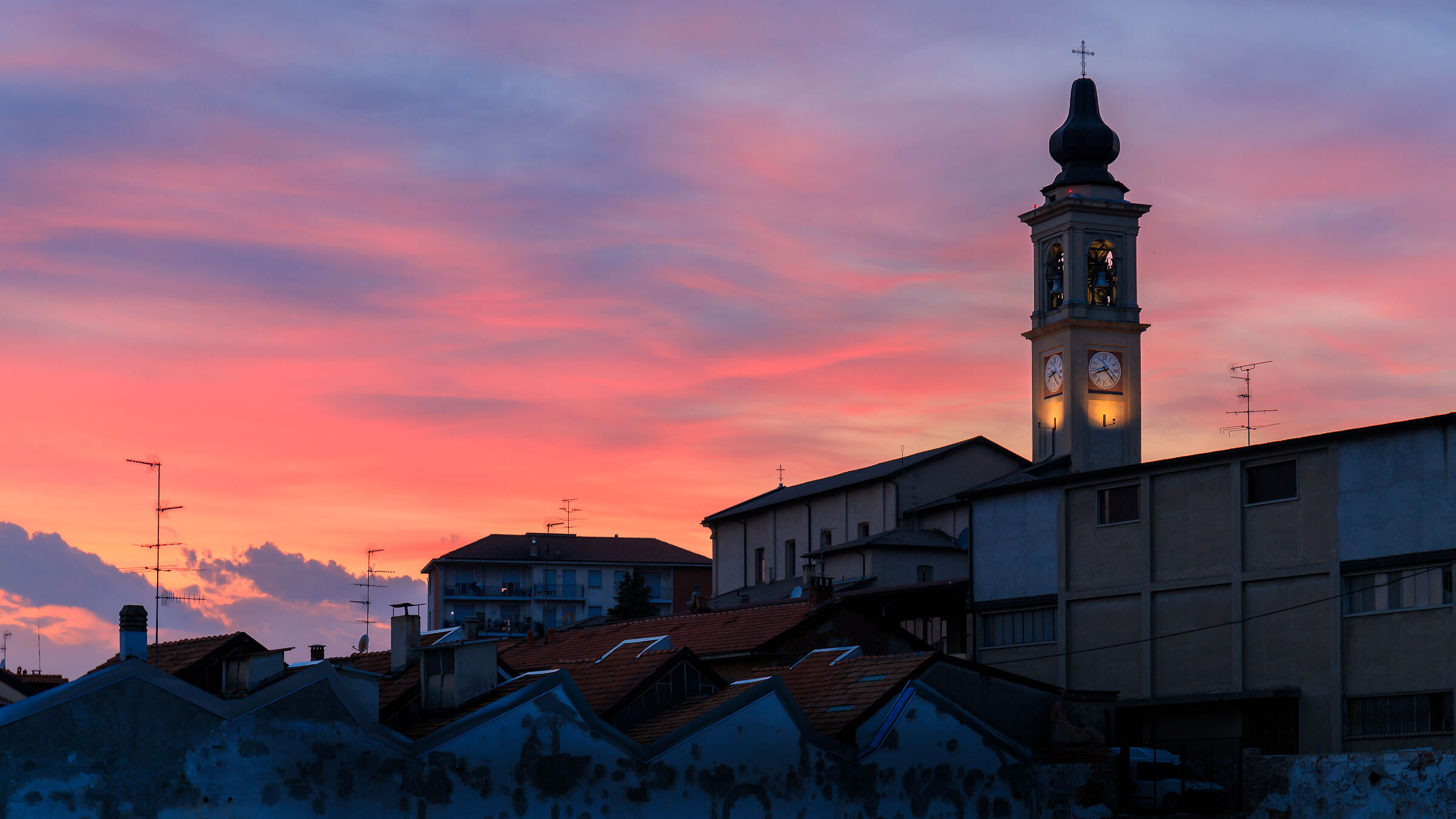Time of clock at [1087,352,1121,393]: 8:22
